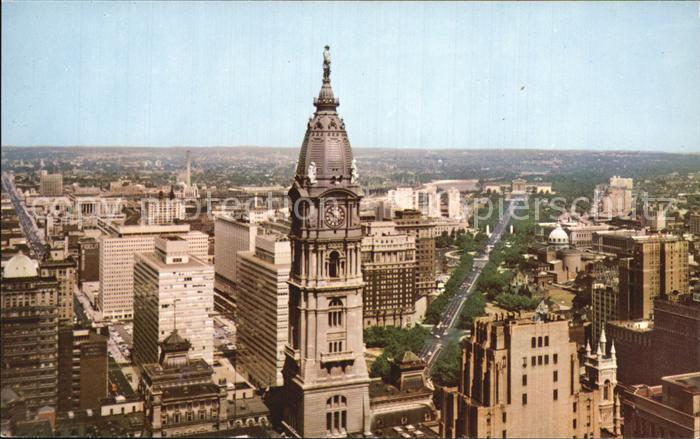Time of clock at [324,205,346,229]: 10:22
